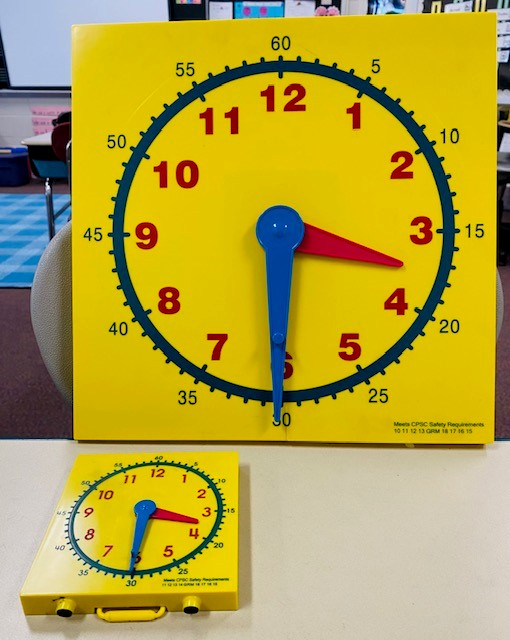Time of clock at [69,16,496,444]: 3:30
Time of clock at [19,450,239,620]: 3:30
